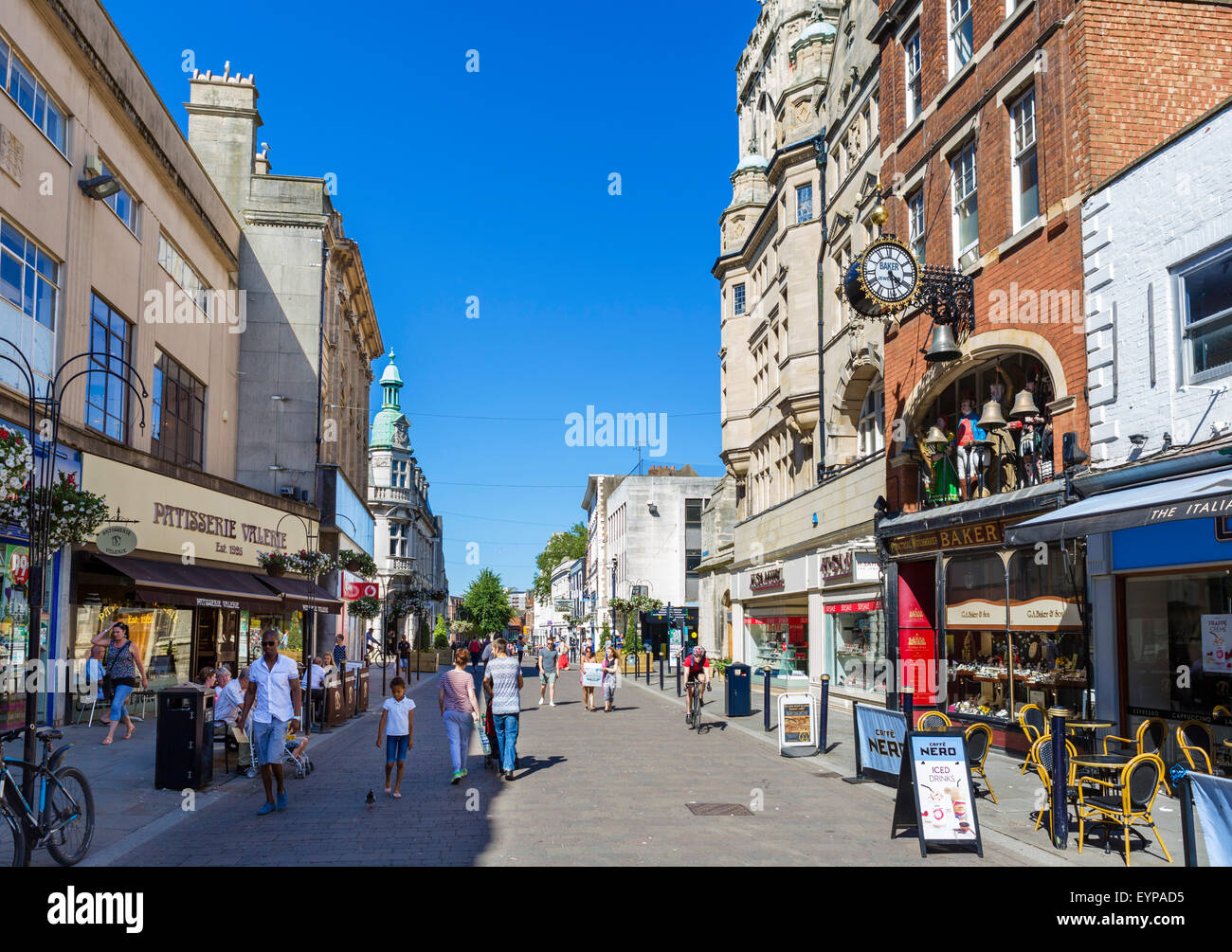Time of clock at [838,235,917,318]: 4:28
